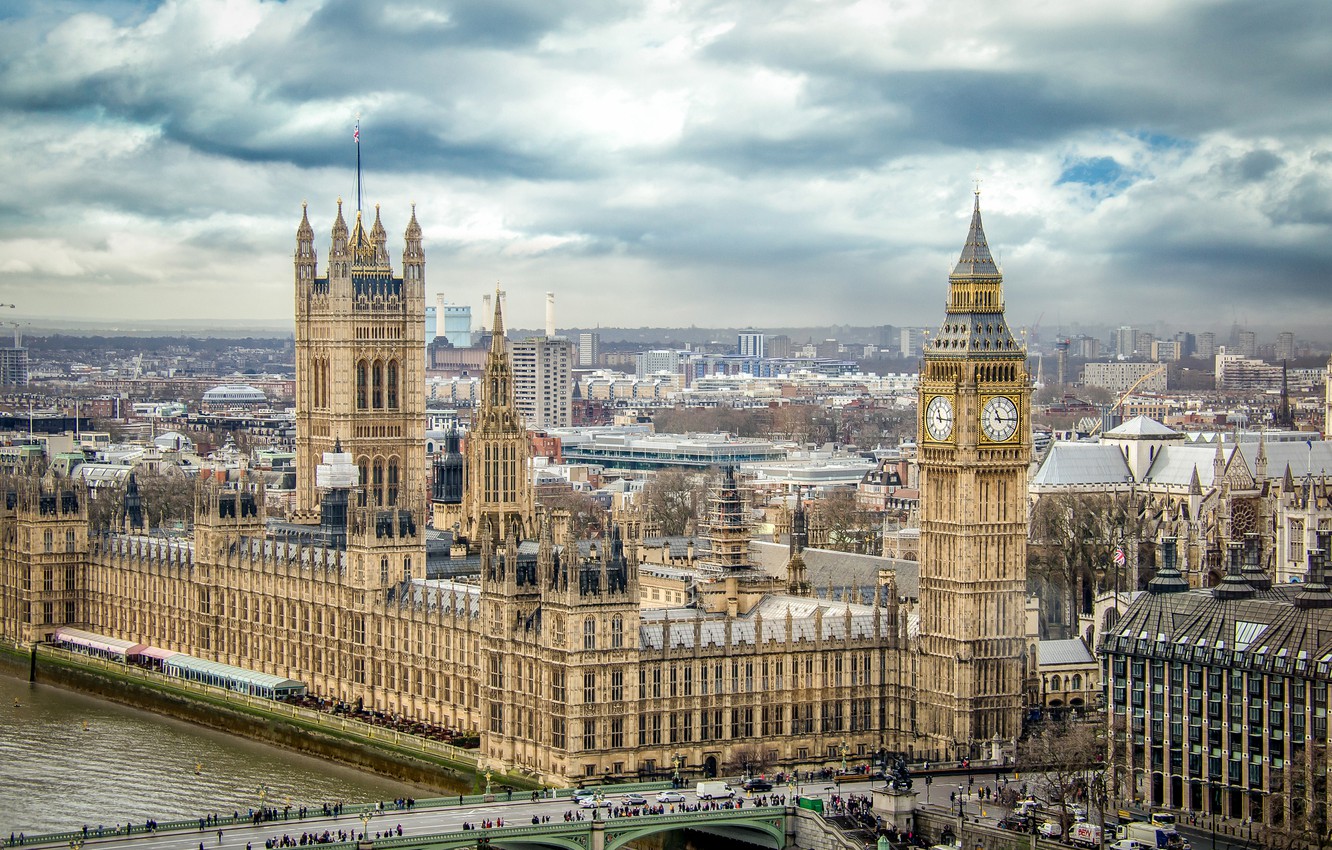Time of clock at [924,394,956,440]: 11:15
